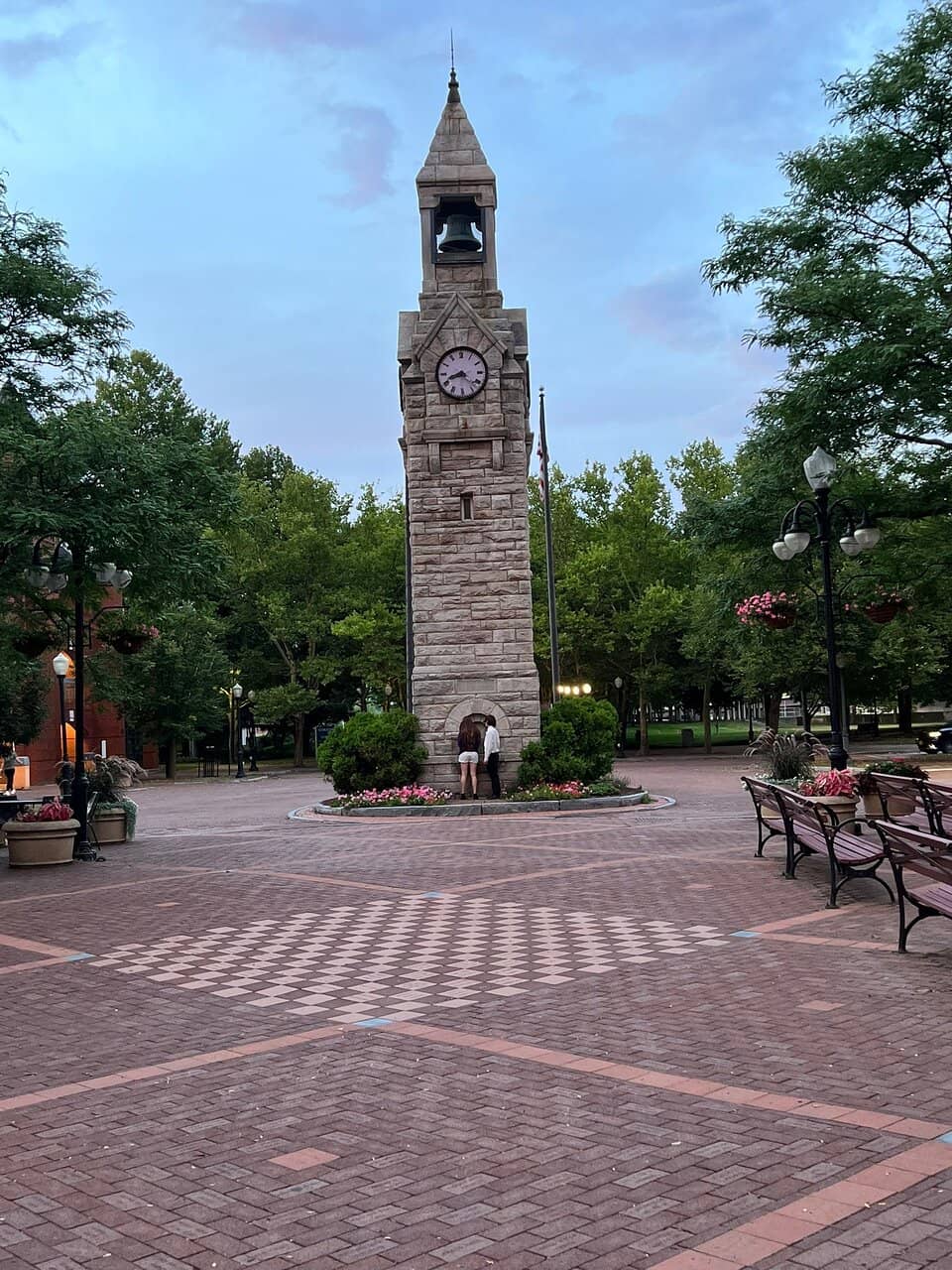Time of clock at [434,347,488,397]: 8:22
